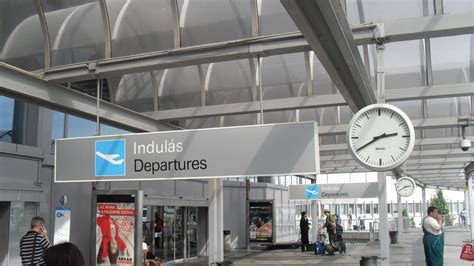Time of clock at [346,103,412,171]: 2:40
